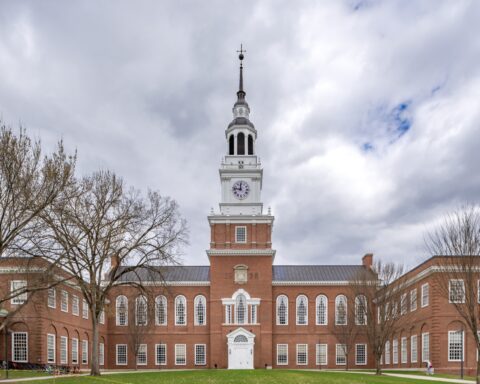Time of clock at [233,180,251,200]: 11:46
